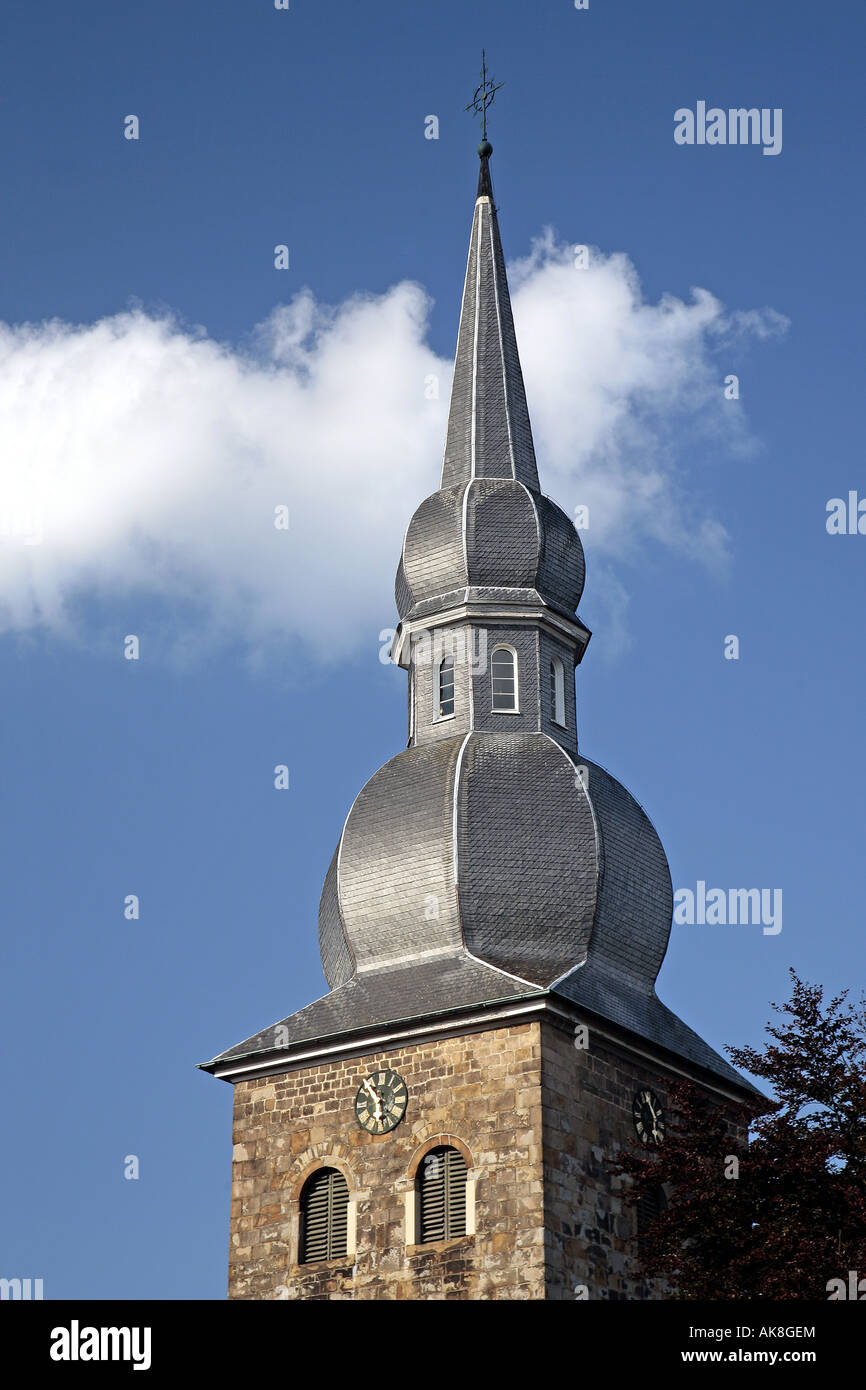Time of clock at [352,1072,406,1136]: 10:28
